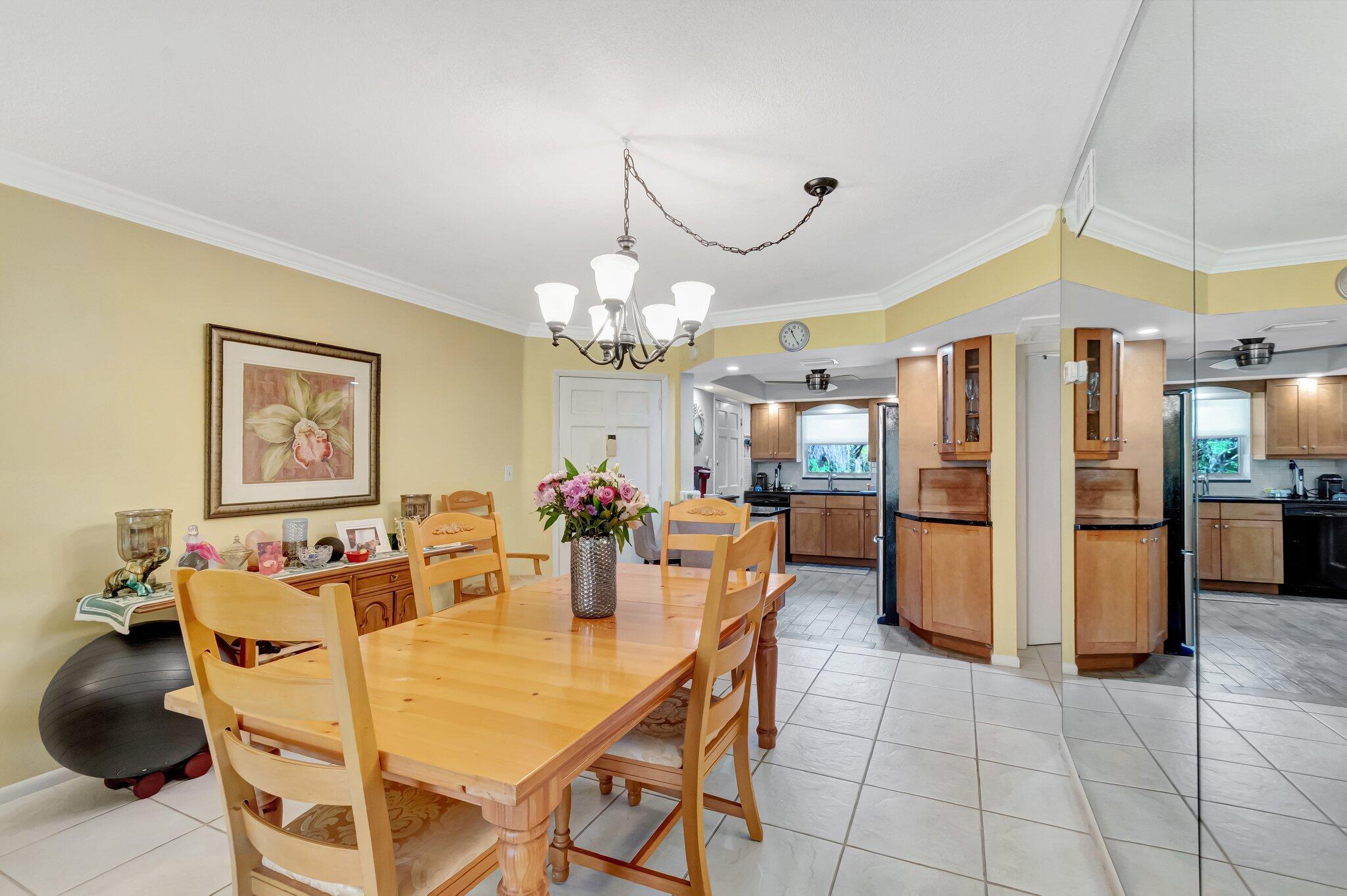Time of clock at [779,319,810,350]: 11:24
